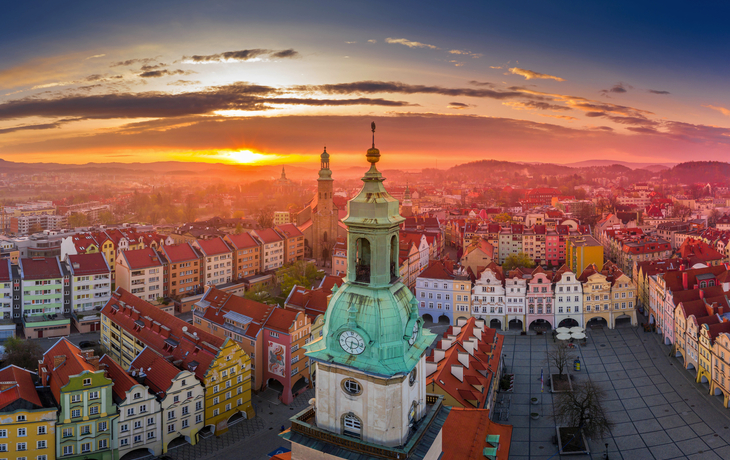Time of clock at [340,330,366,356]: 6:17
